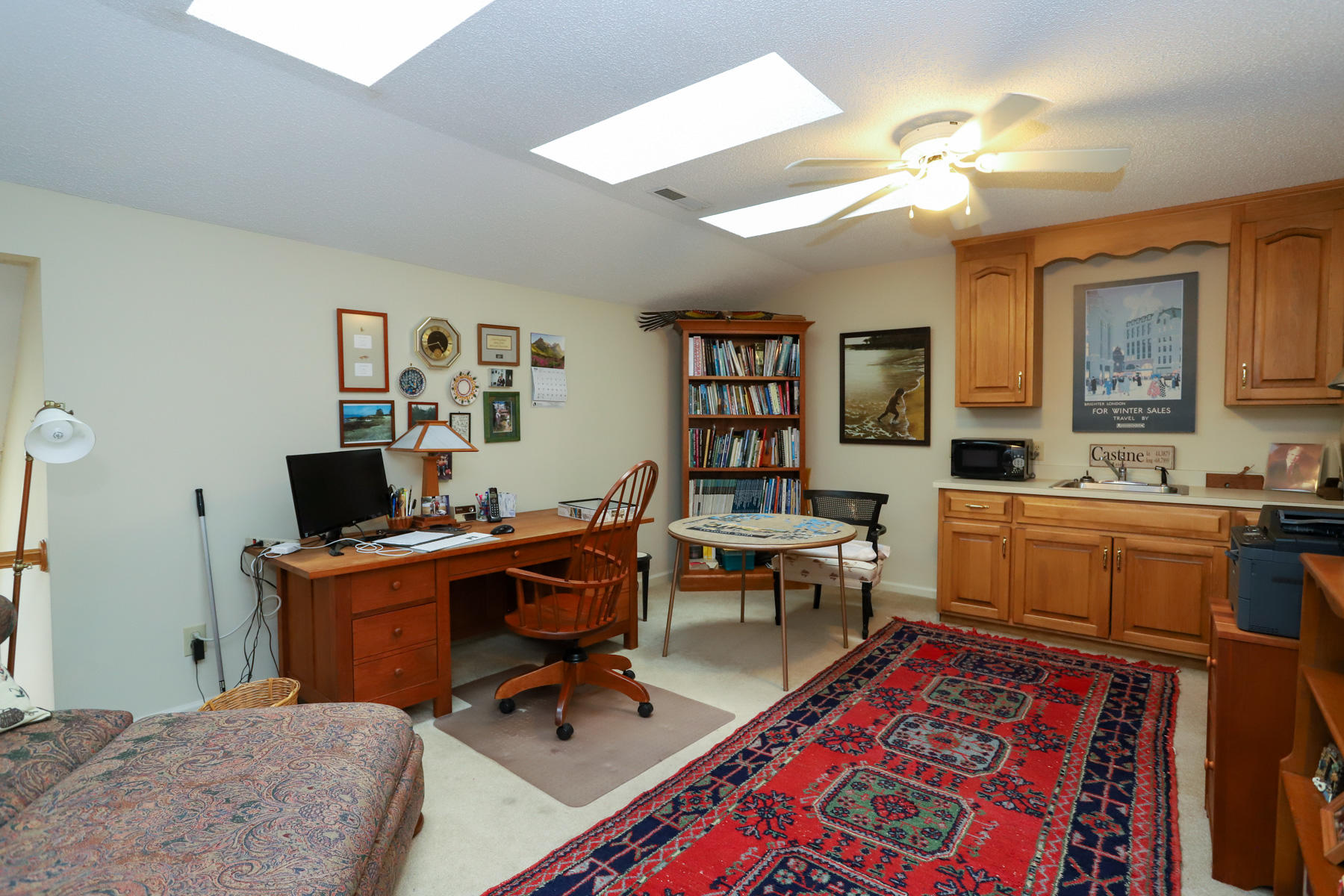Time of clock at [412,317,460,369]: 4:42
